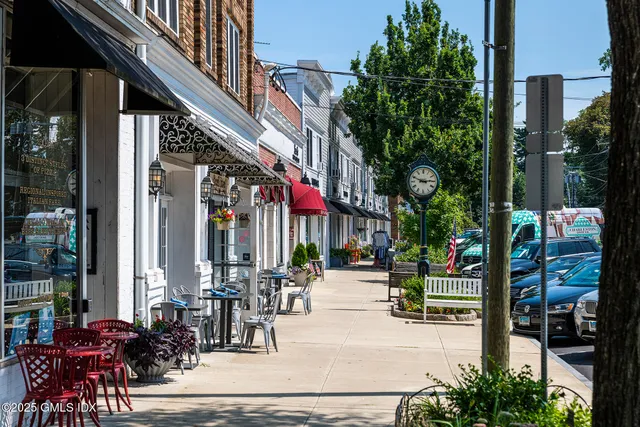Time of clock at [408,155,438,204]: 2:49
